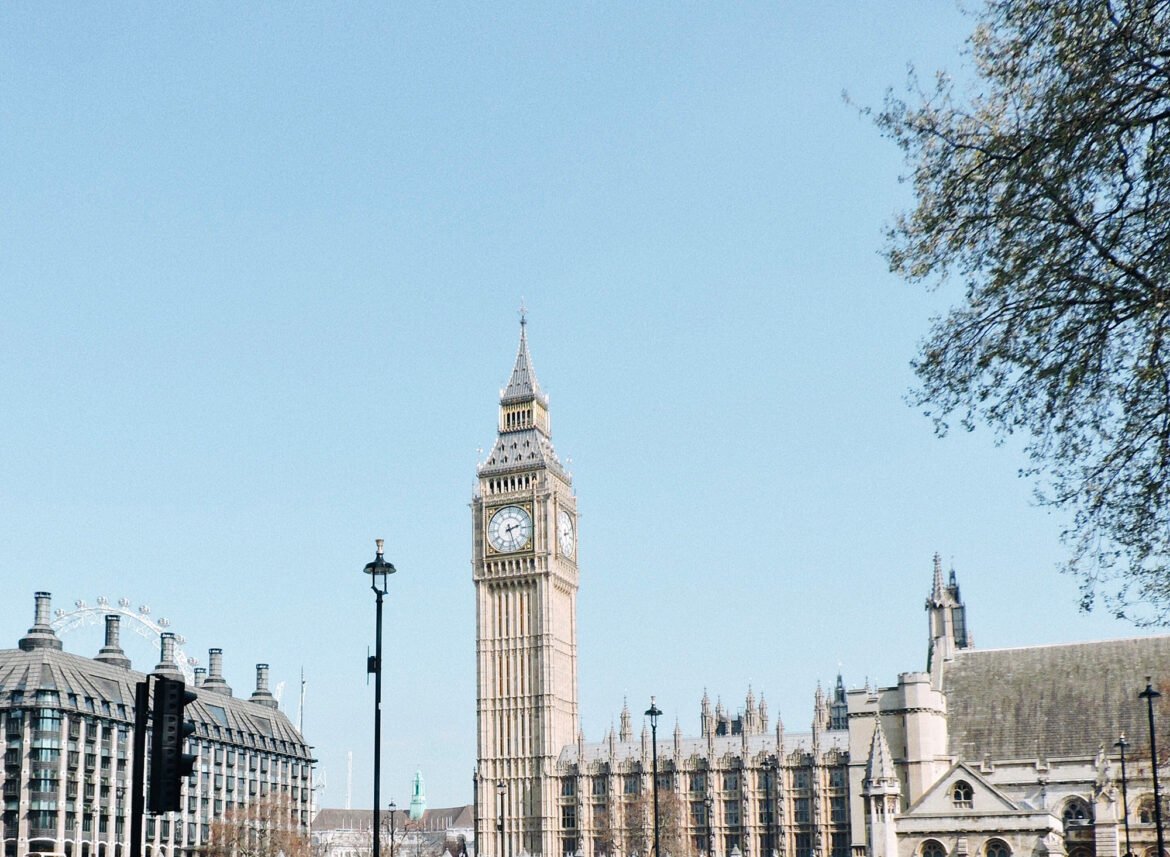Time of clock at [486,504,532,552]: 2:27
